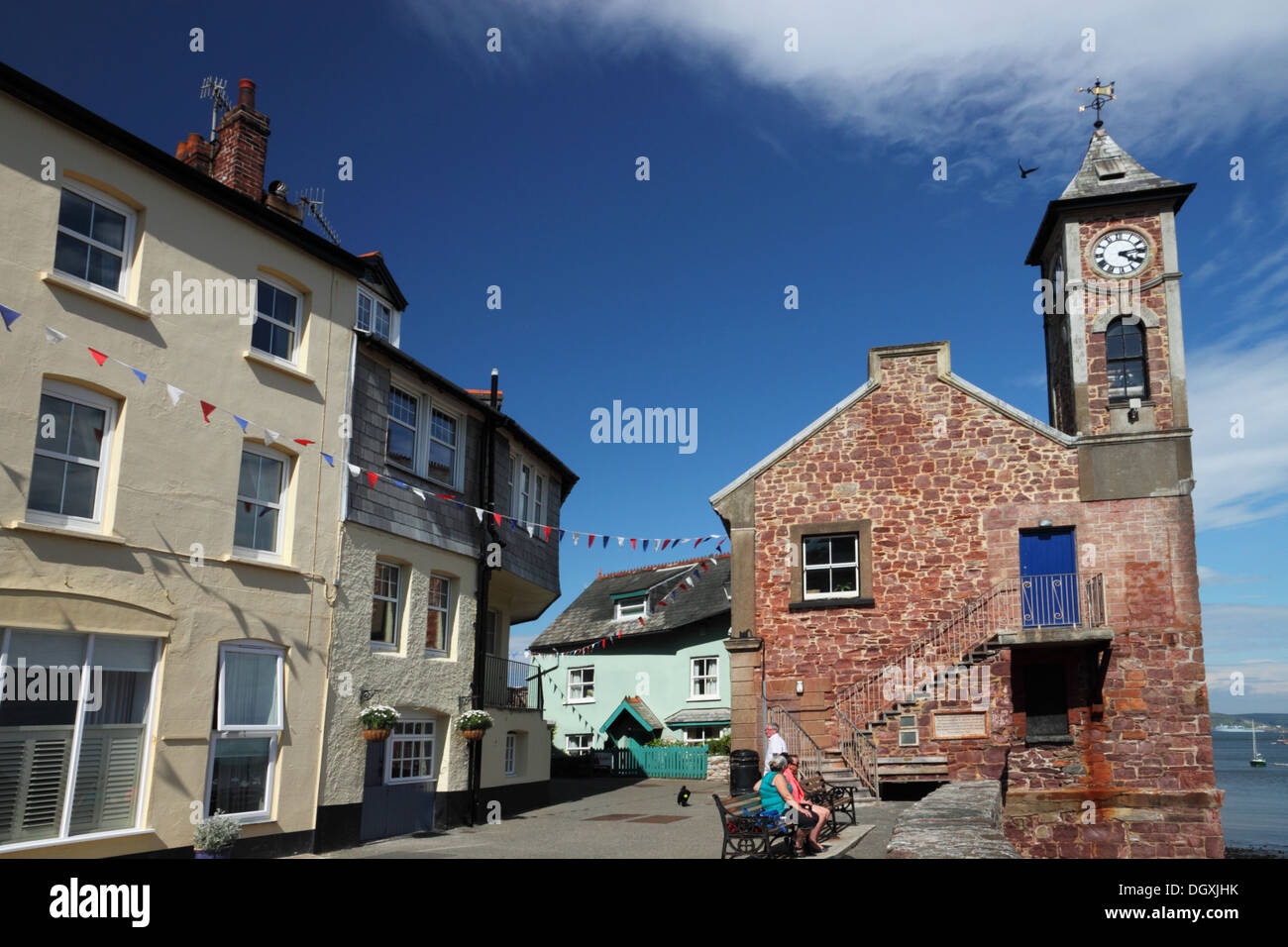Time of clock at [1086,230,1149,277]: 4:13
